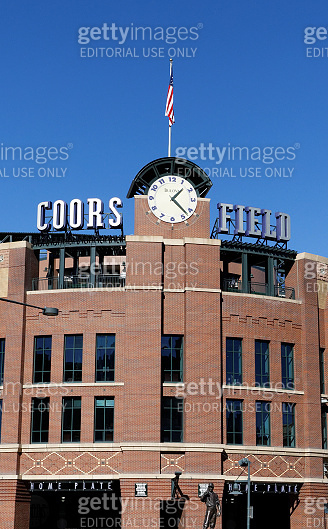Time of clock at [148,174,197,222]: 1:22
